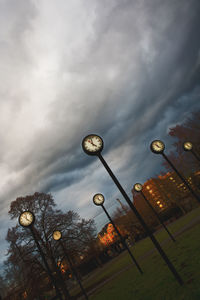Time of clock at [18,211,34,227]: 11:21
